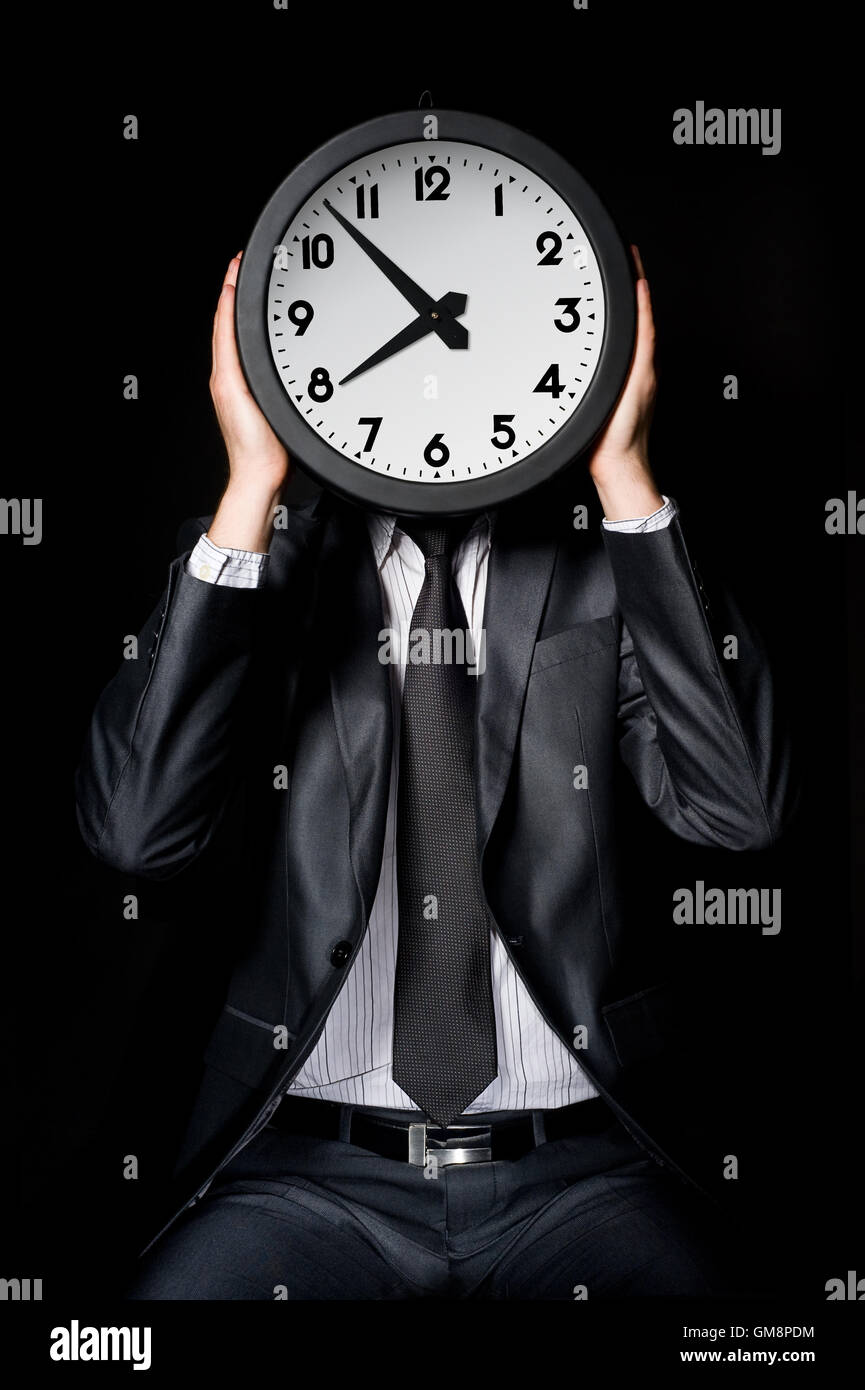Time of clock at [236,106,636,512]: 7:52
